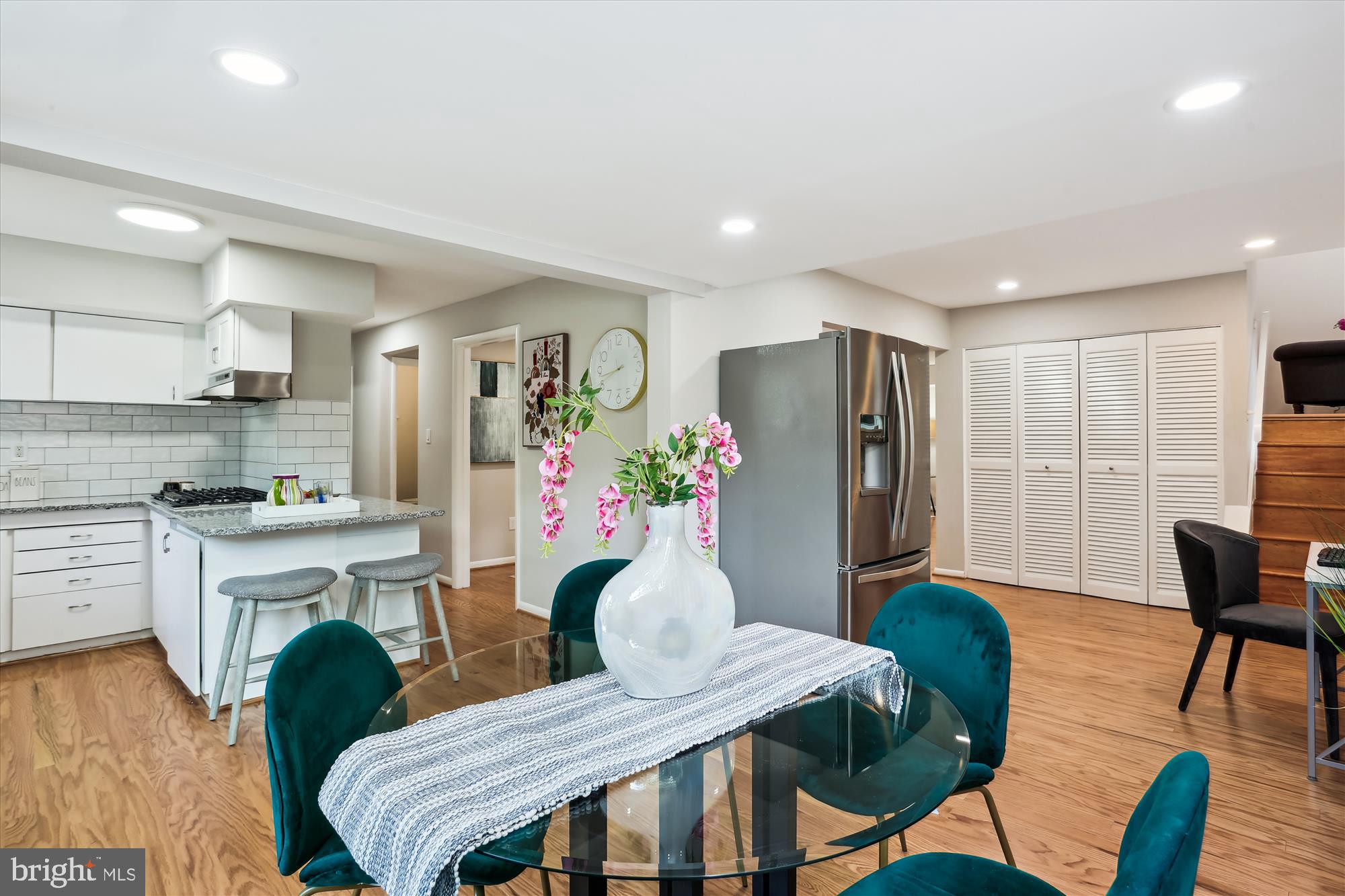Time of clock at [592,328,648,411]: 8:42
